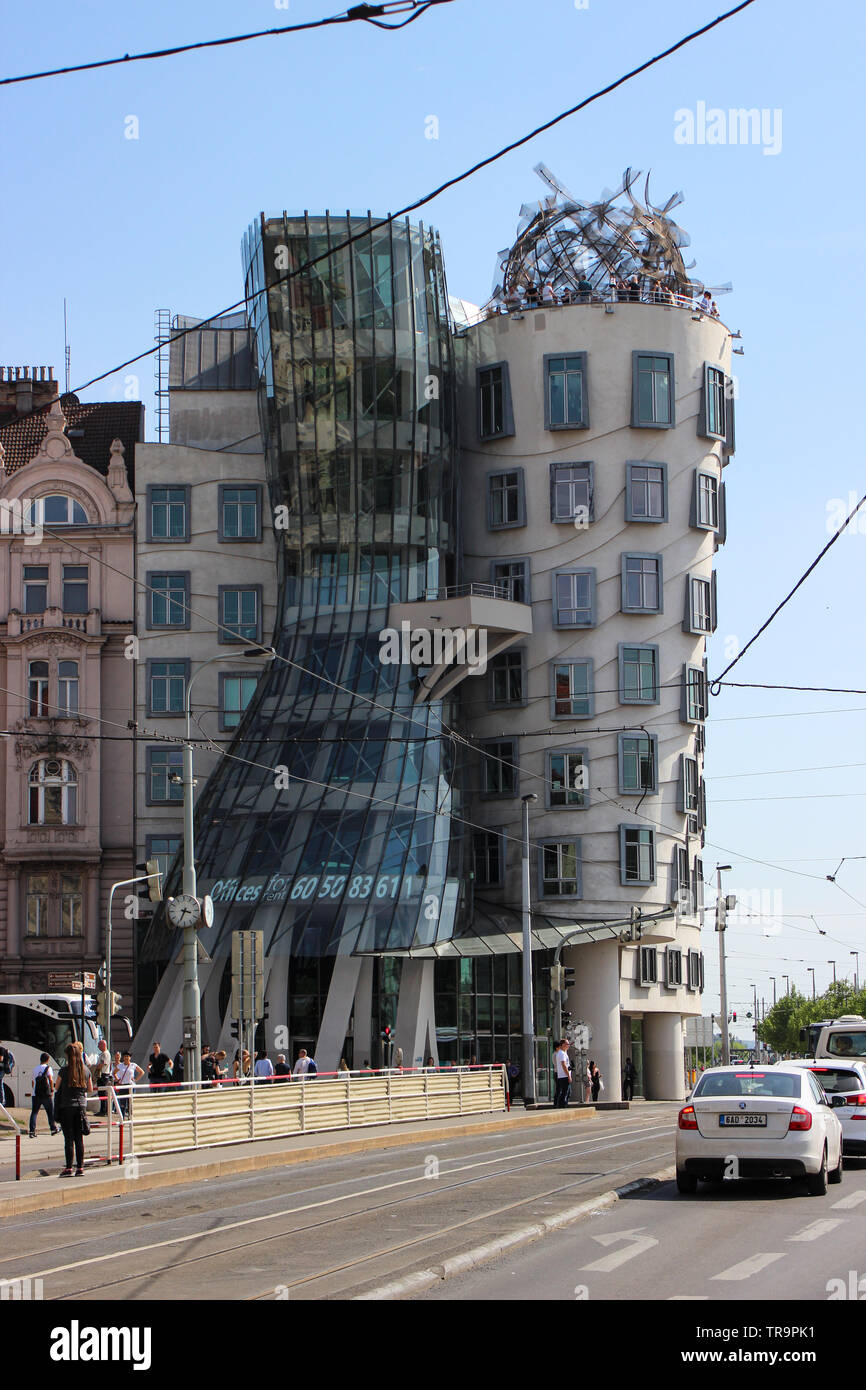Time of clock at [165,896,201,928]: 3:34
